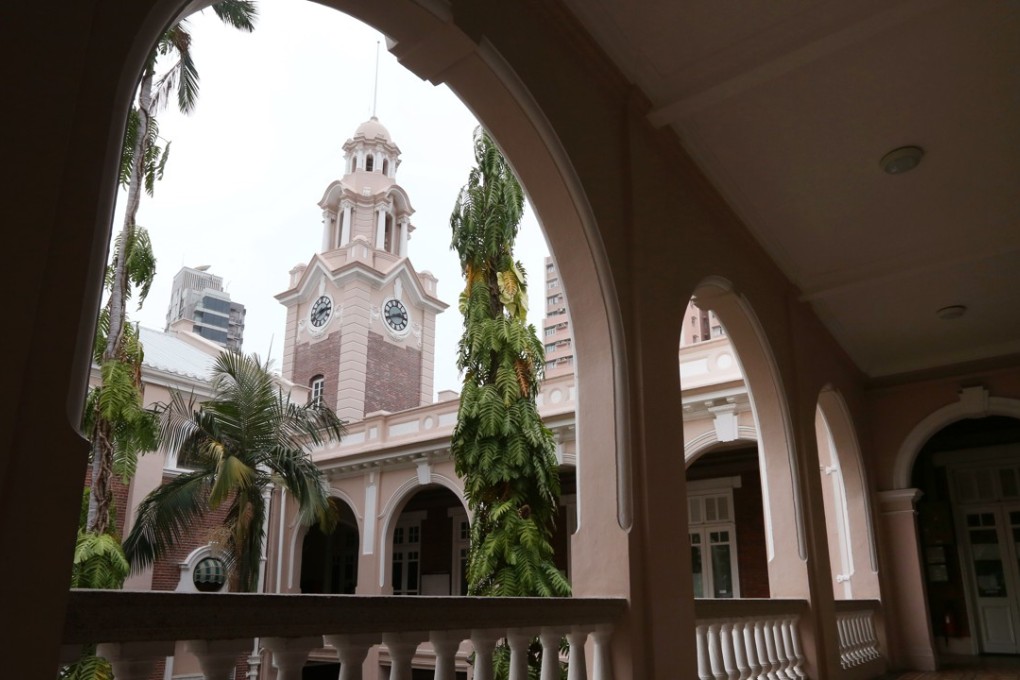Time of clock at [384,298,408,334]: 2:40
